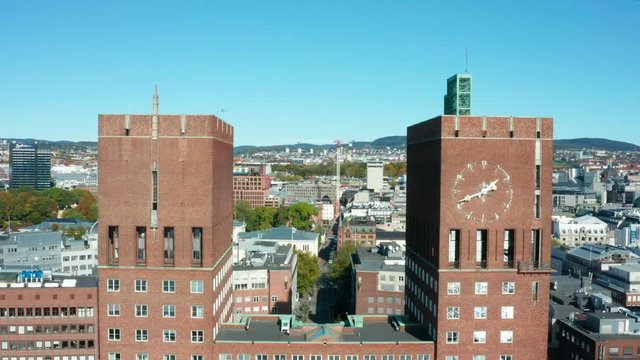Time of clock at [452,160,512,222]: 1:41
